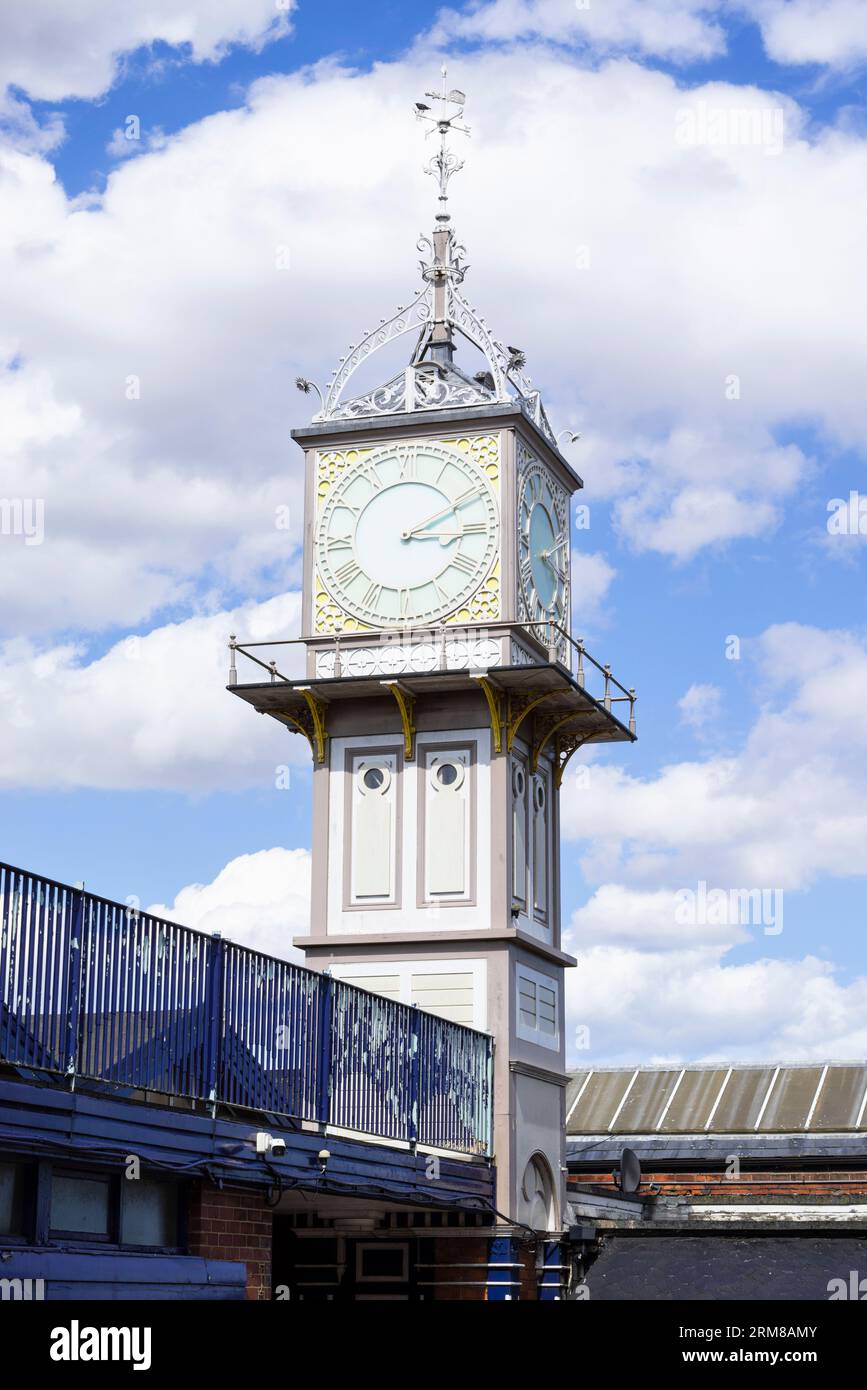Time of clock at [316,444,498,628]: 3:11
